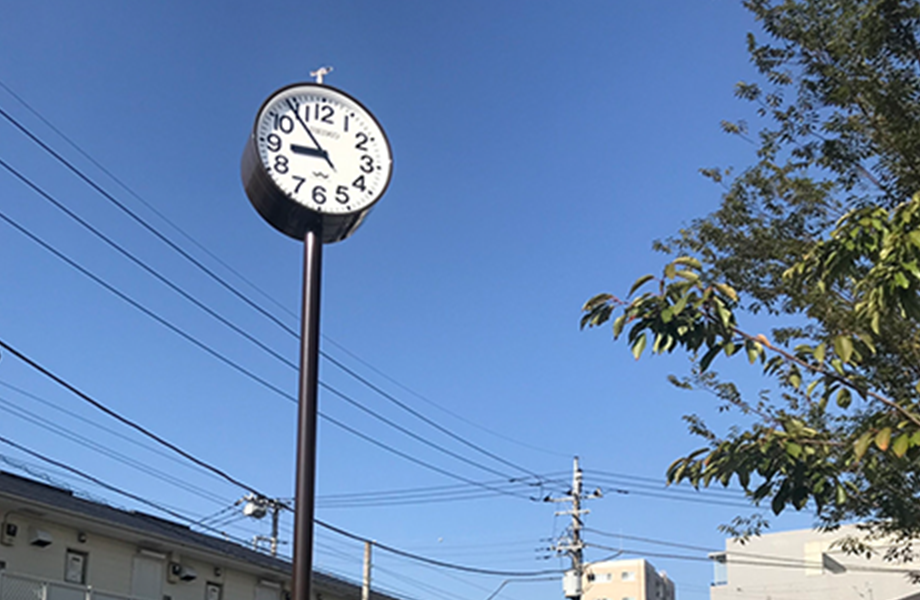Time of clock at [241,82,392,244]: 8:53
